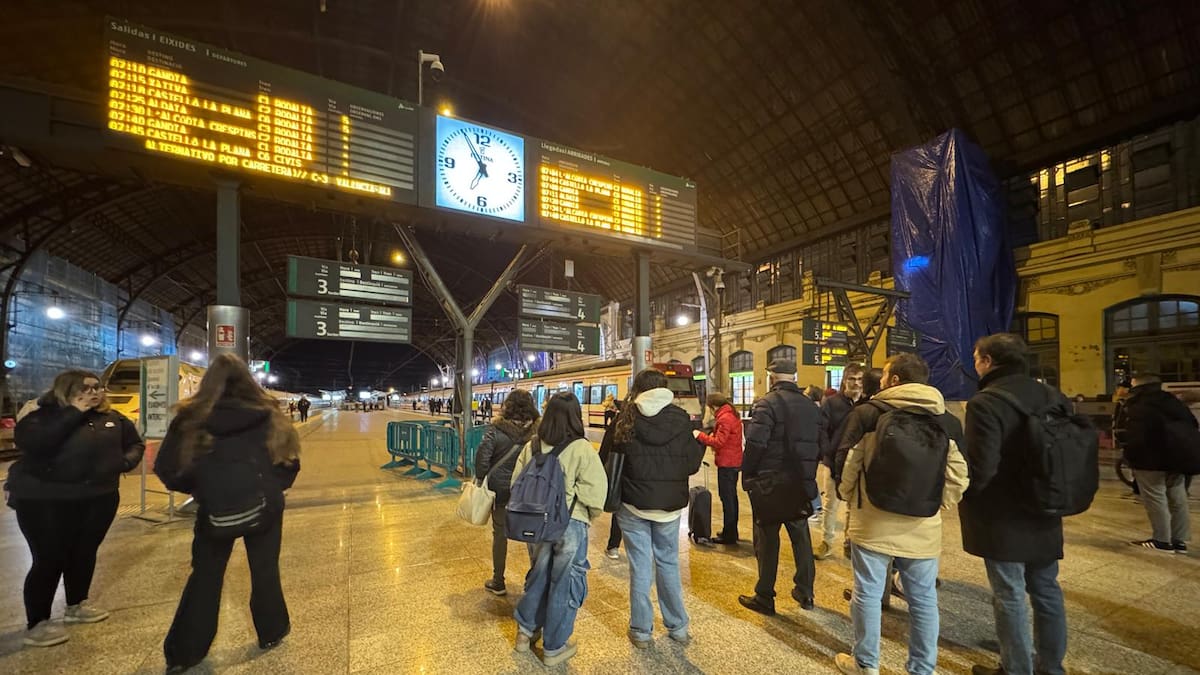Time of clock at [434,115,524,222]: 6:55
